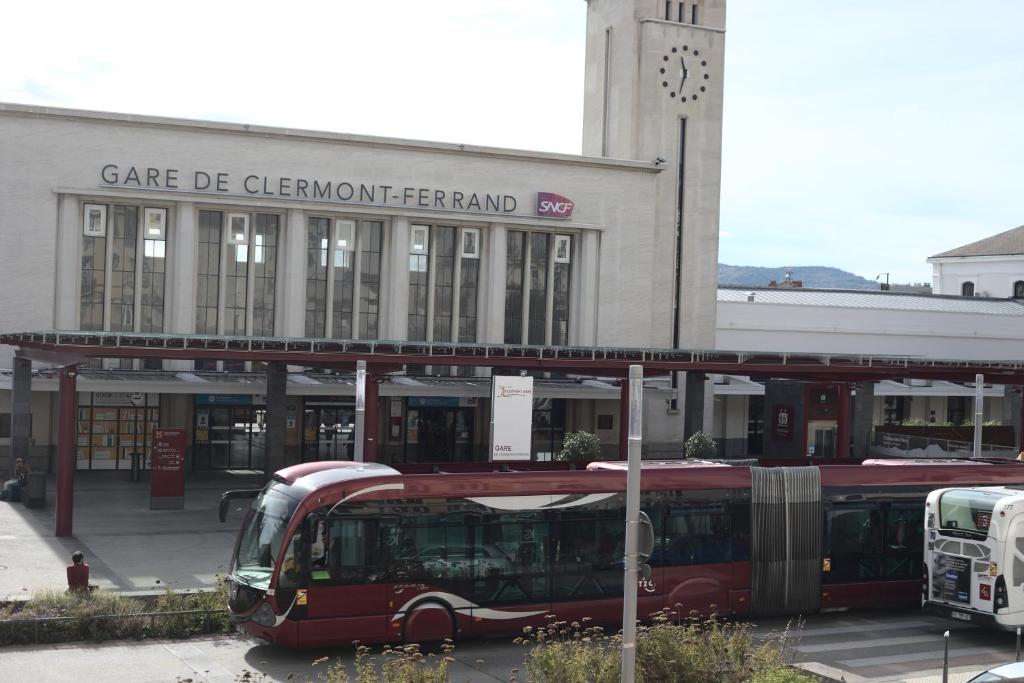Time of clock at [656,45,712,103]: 11:32
